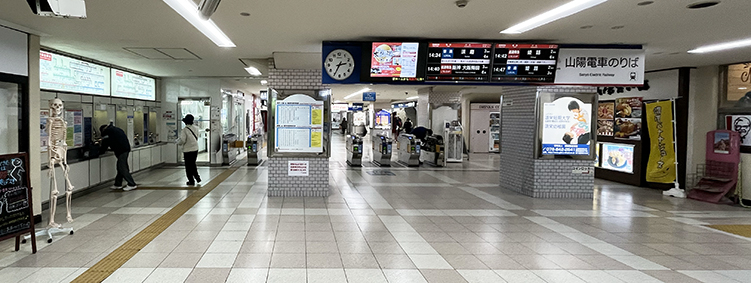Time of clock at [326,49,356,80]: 2:34
